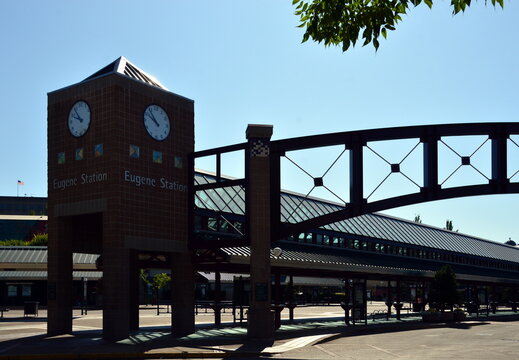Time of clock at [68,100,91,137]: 9:53
